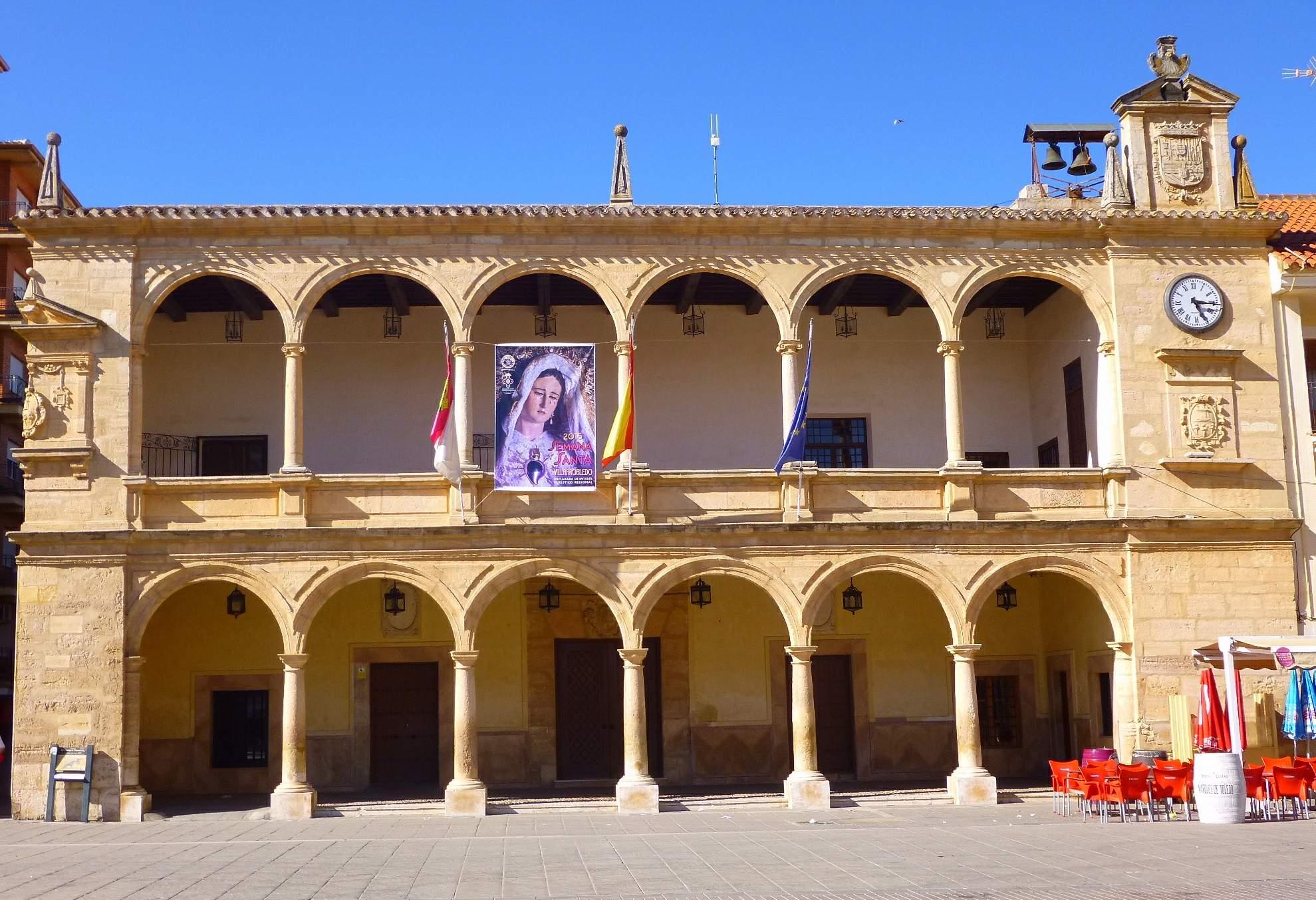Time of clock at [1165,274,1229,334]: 5:15
